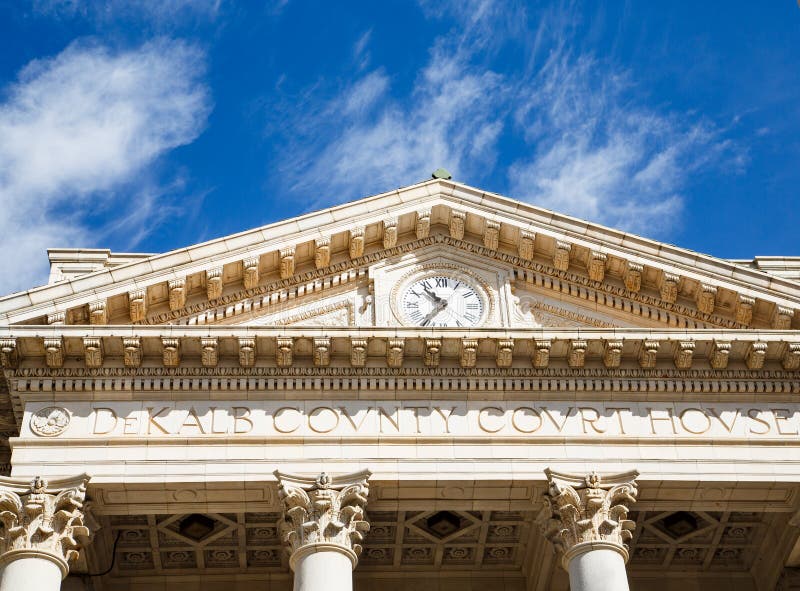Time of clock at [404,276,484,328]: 10:36
